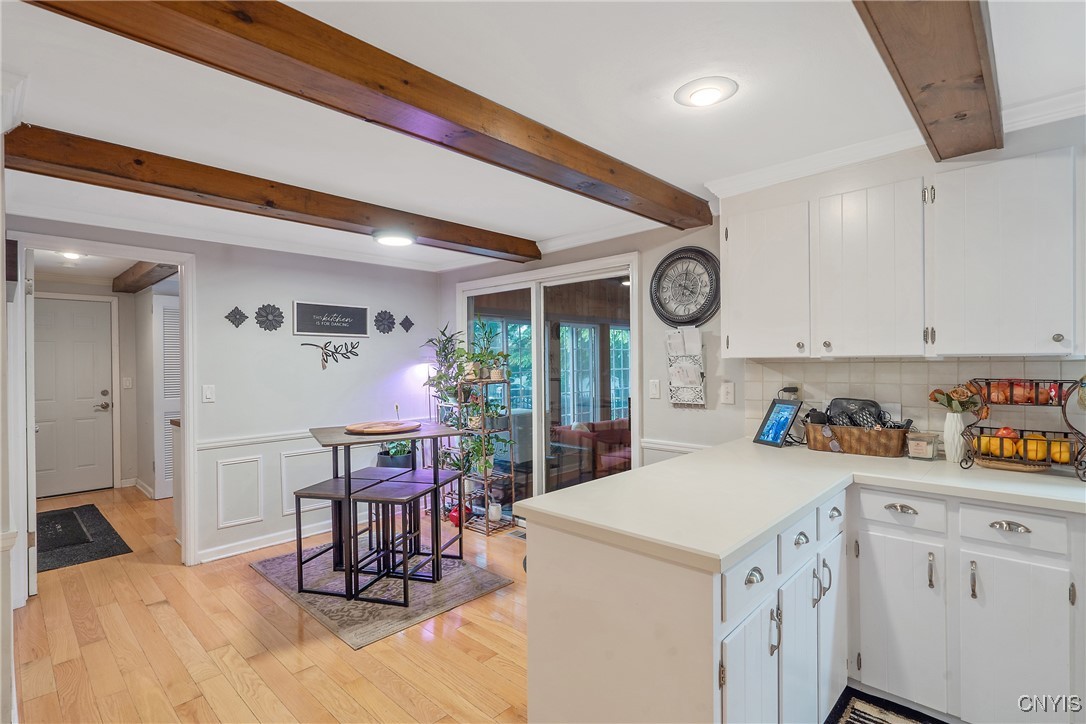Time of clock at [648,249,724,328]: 4:02
